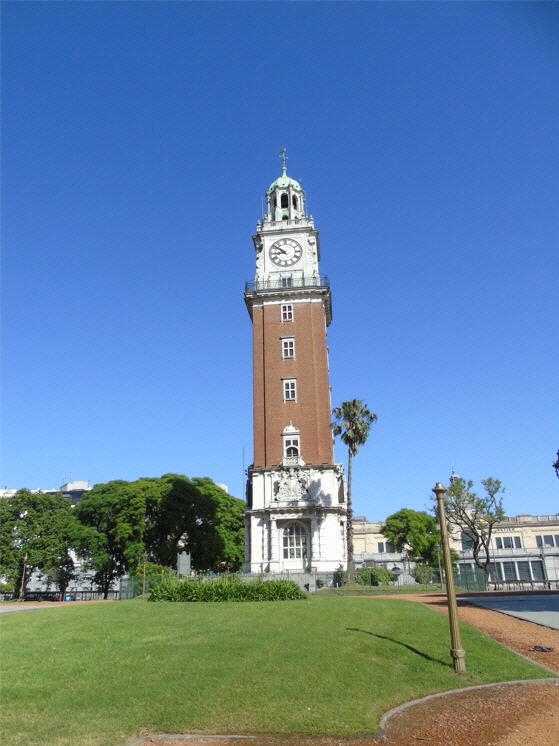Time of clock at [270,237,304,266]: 8:51
